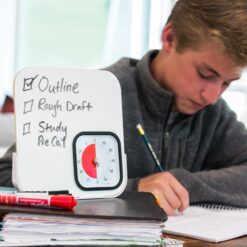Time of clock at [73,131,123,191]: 5:59
